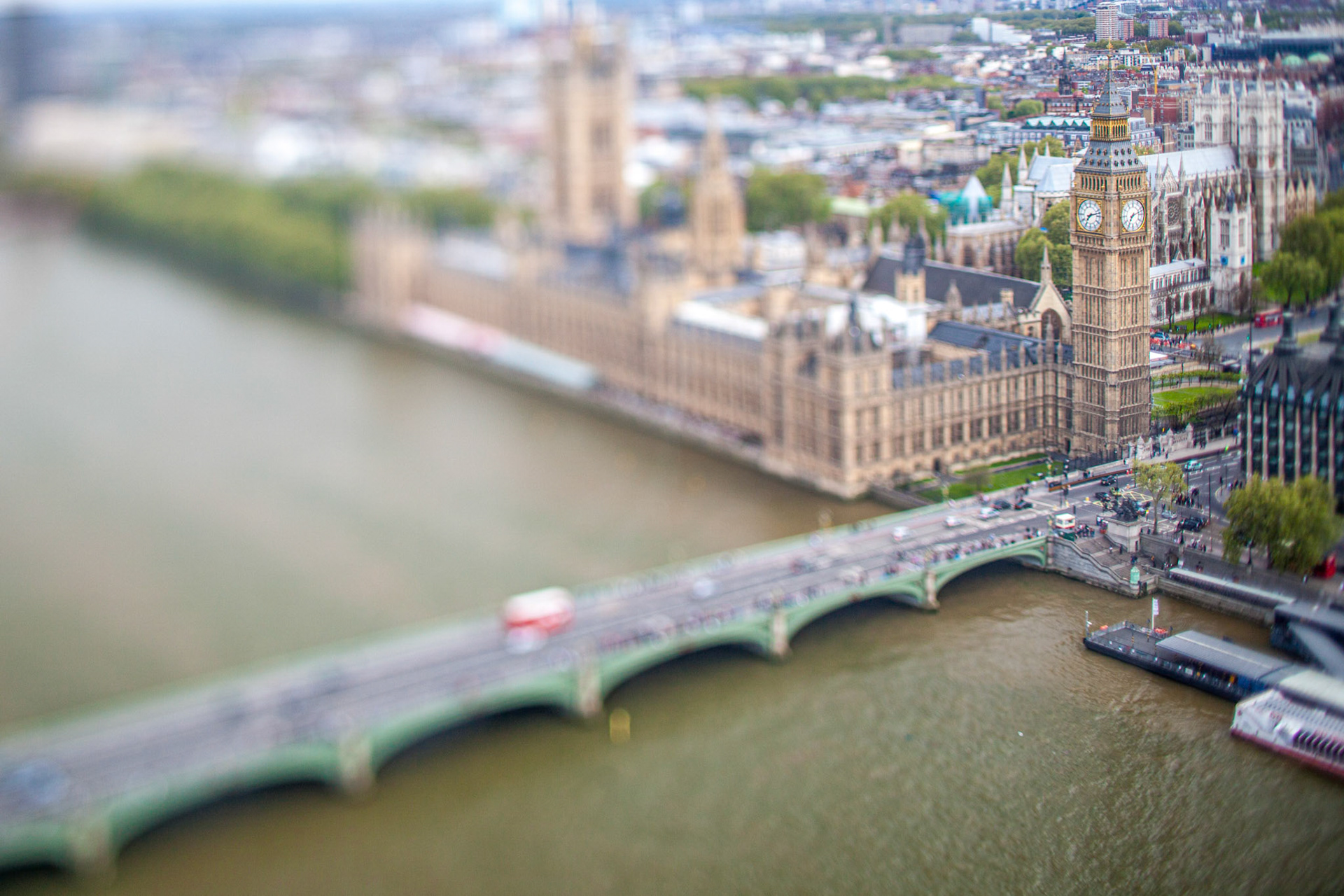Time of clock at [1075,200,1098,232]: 7:12
